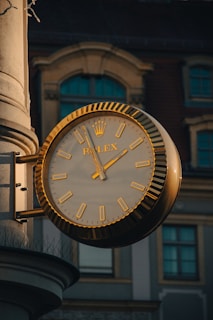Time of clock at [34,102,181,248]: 1:57
